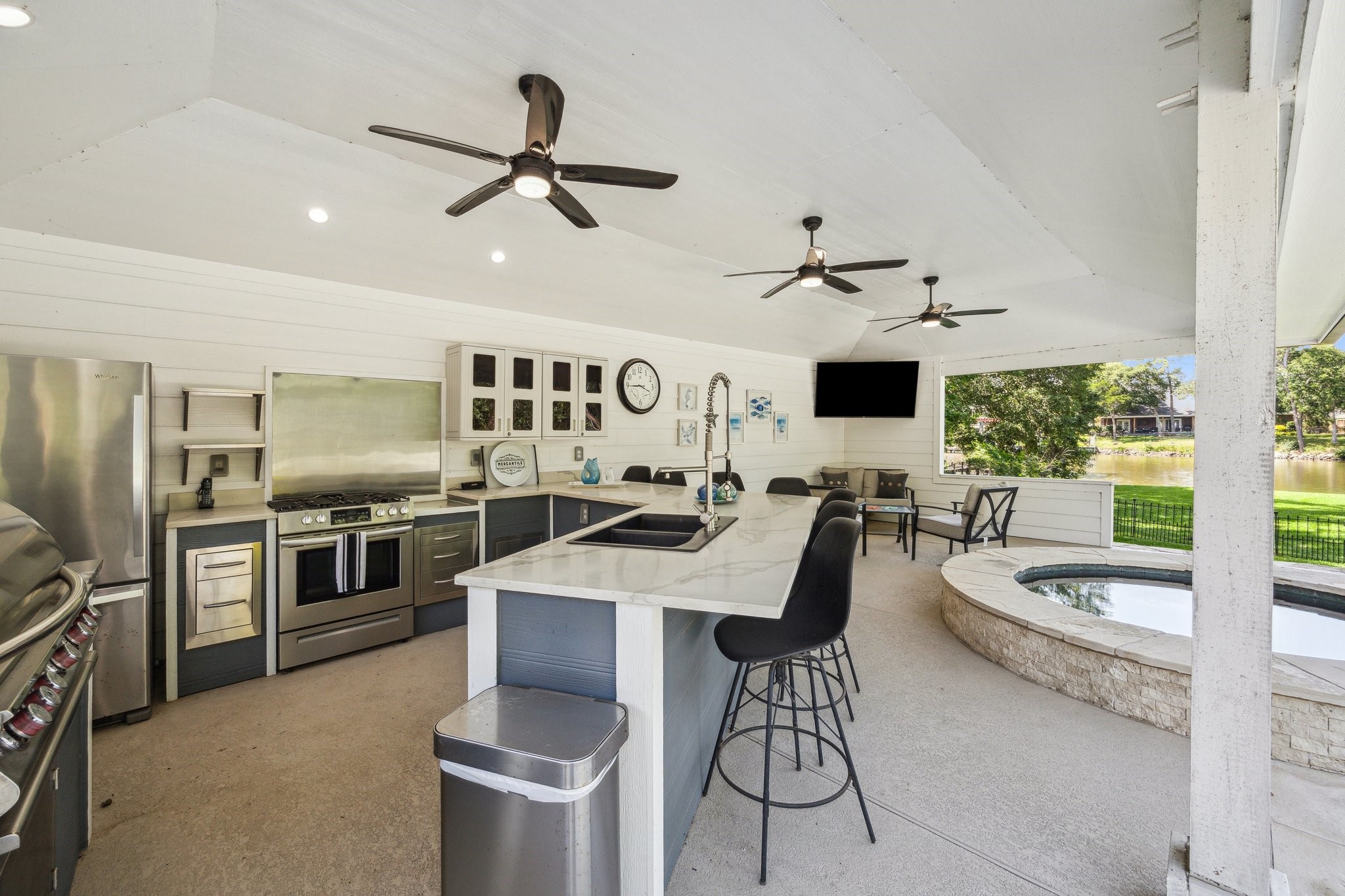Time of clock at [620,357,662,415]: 3:44
